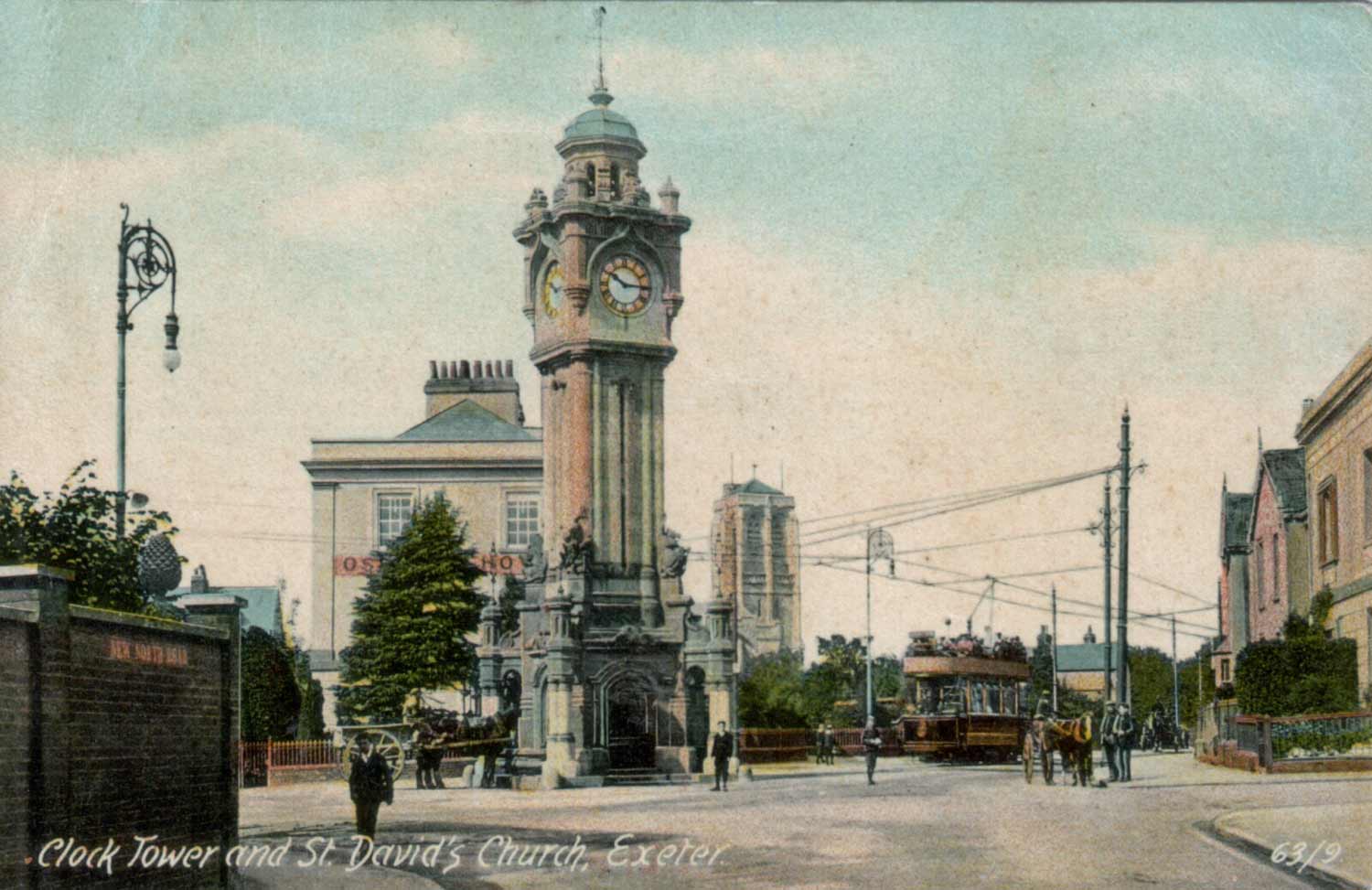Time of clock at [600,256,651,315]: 10:14
